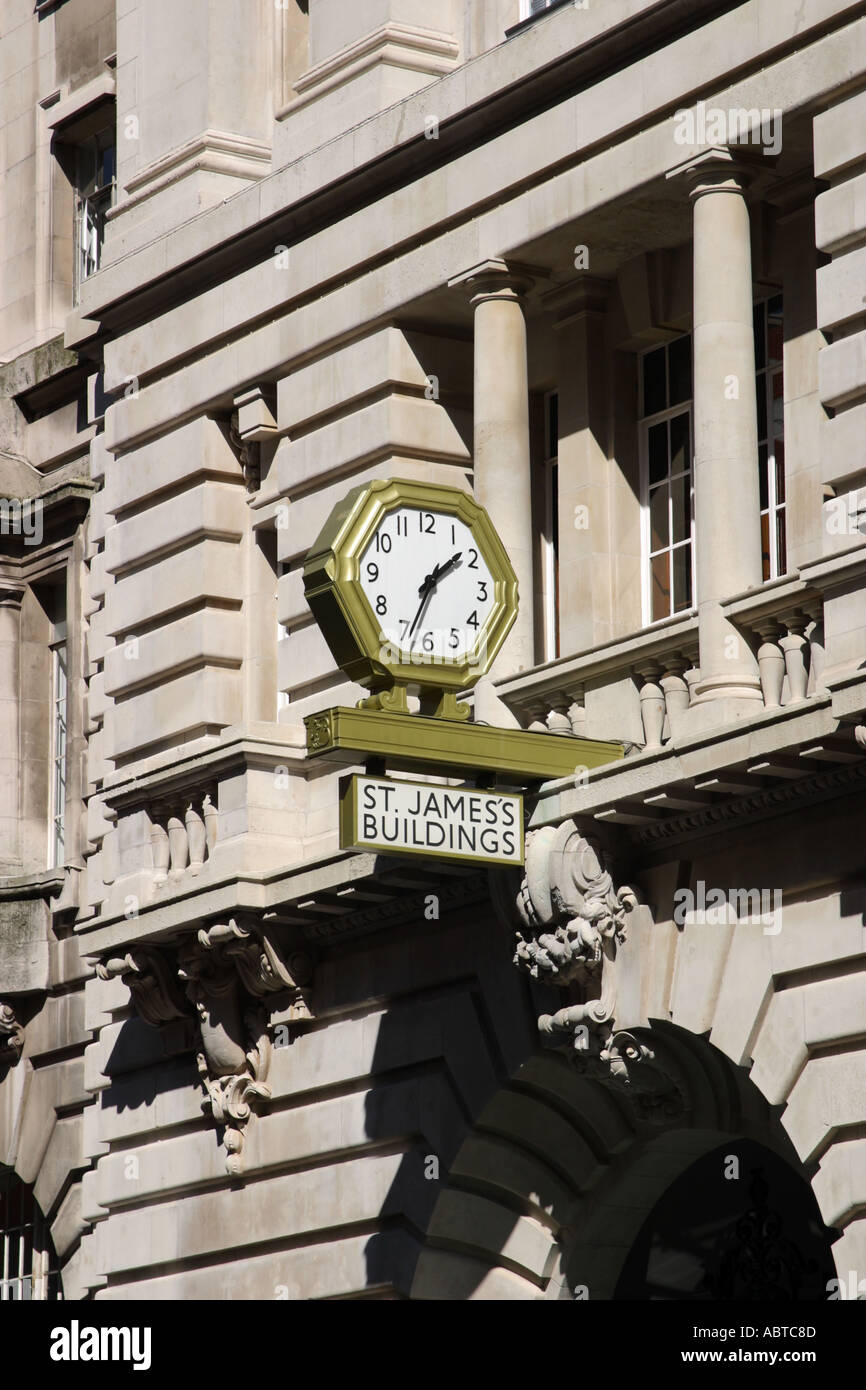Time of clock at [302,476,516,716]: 1:33
